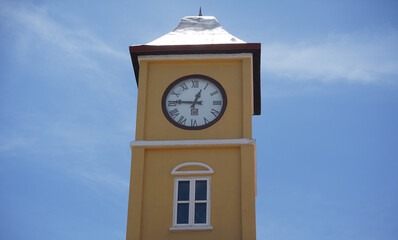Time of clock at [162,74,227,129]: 12:46
